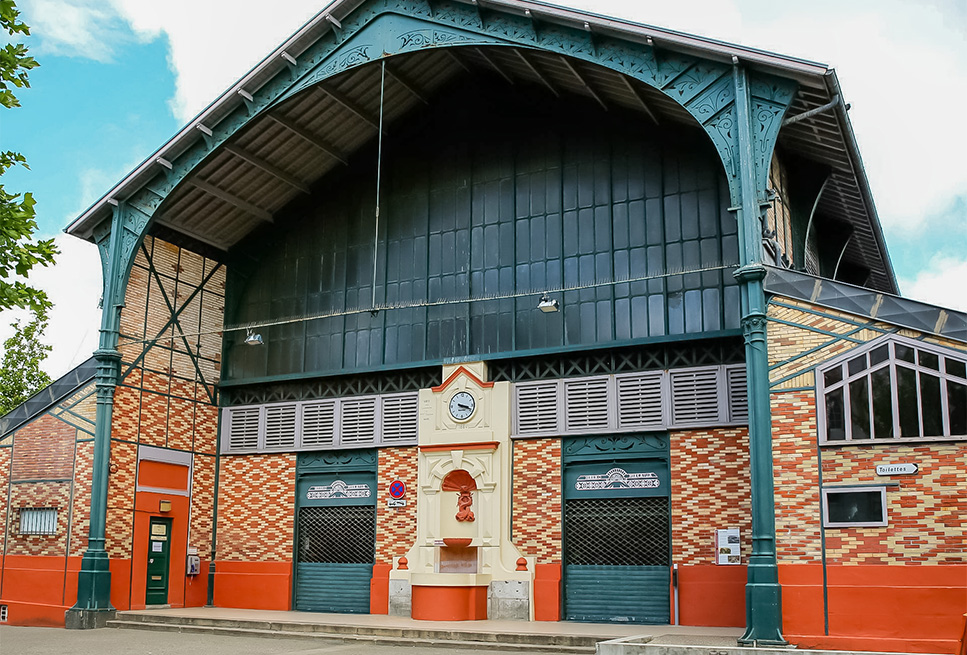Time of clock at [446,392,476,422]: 3:18
